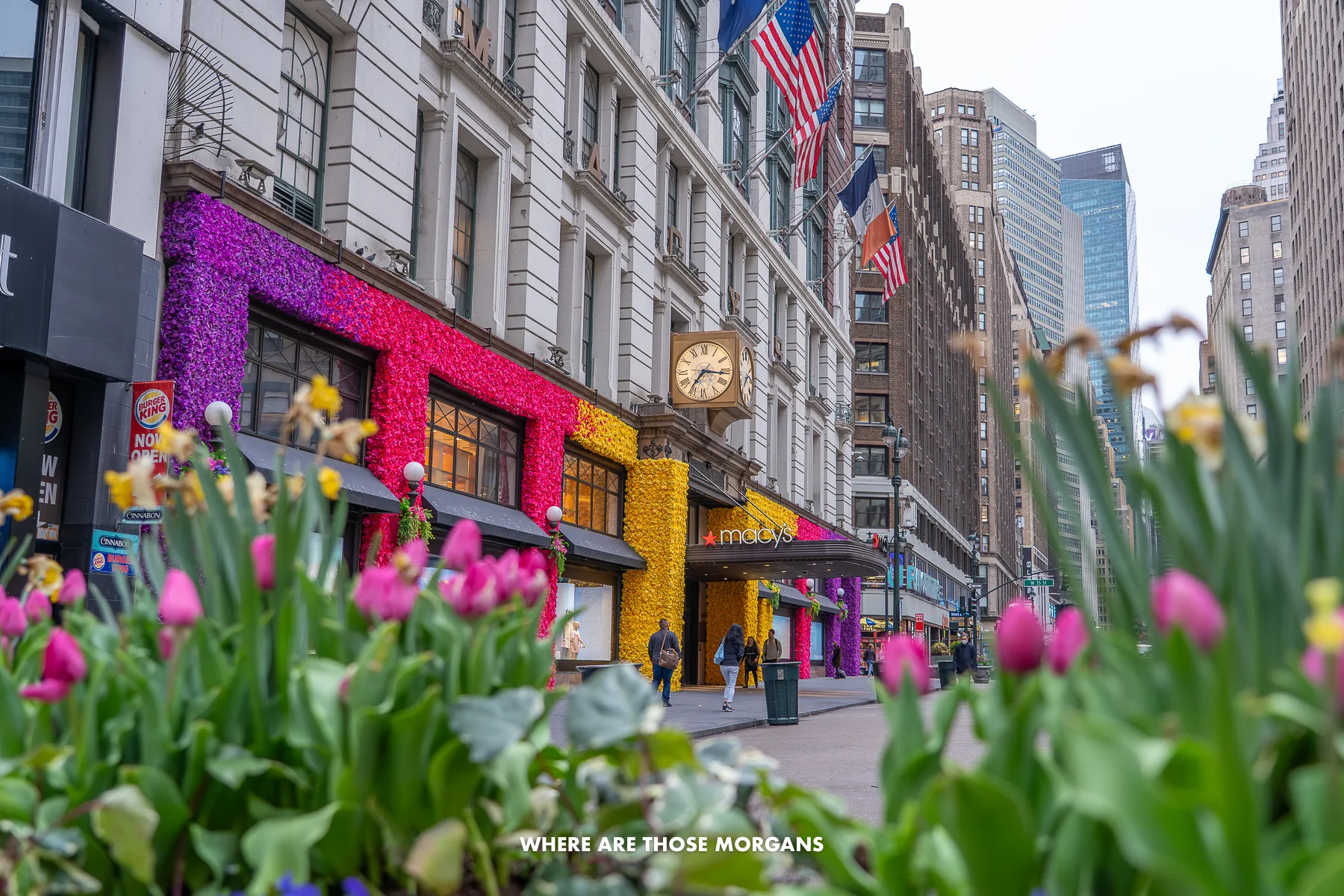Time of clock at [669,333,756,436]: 7:16
